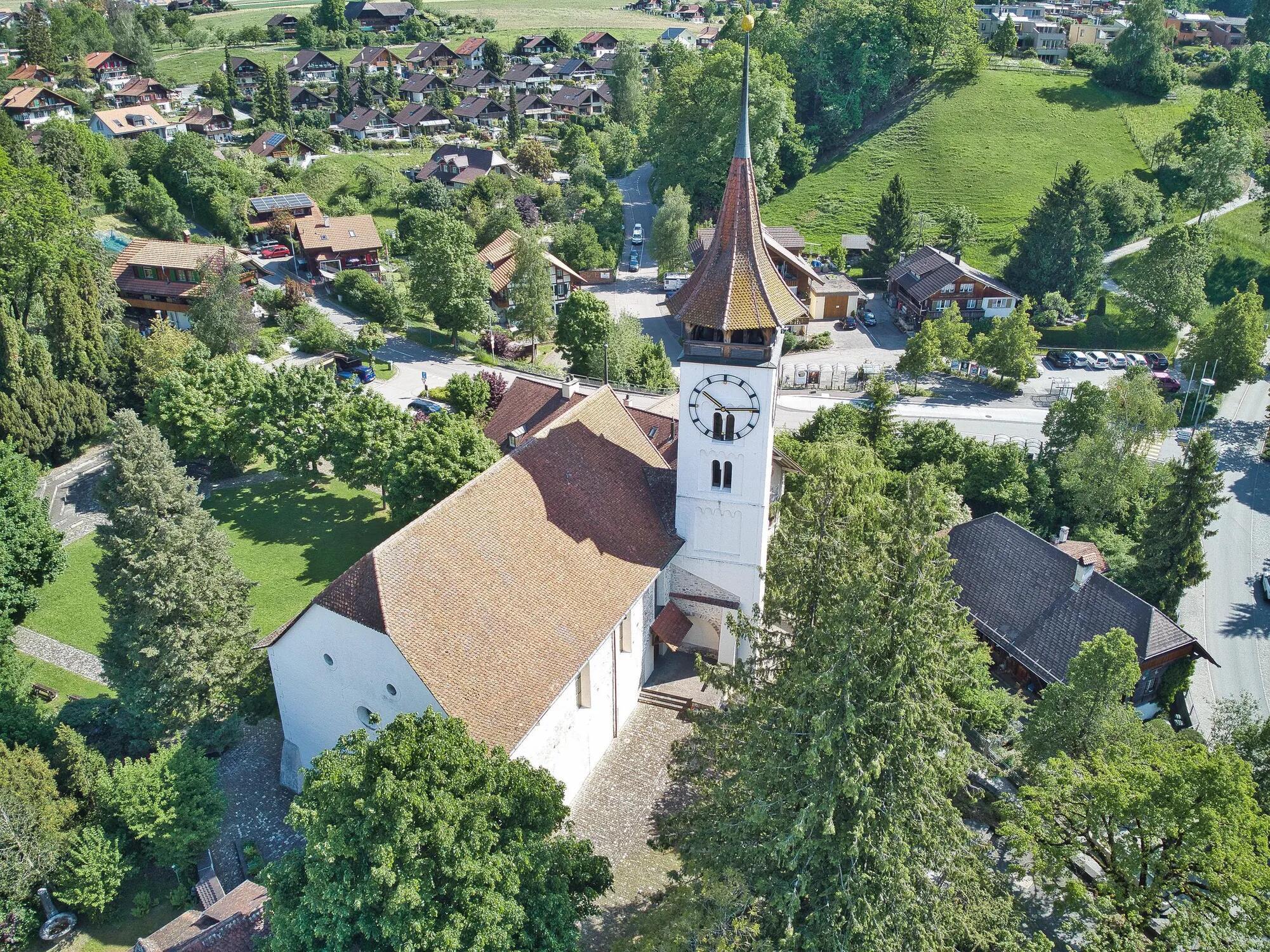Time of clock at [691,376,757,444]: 10:14
